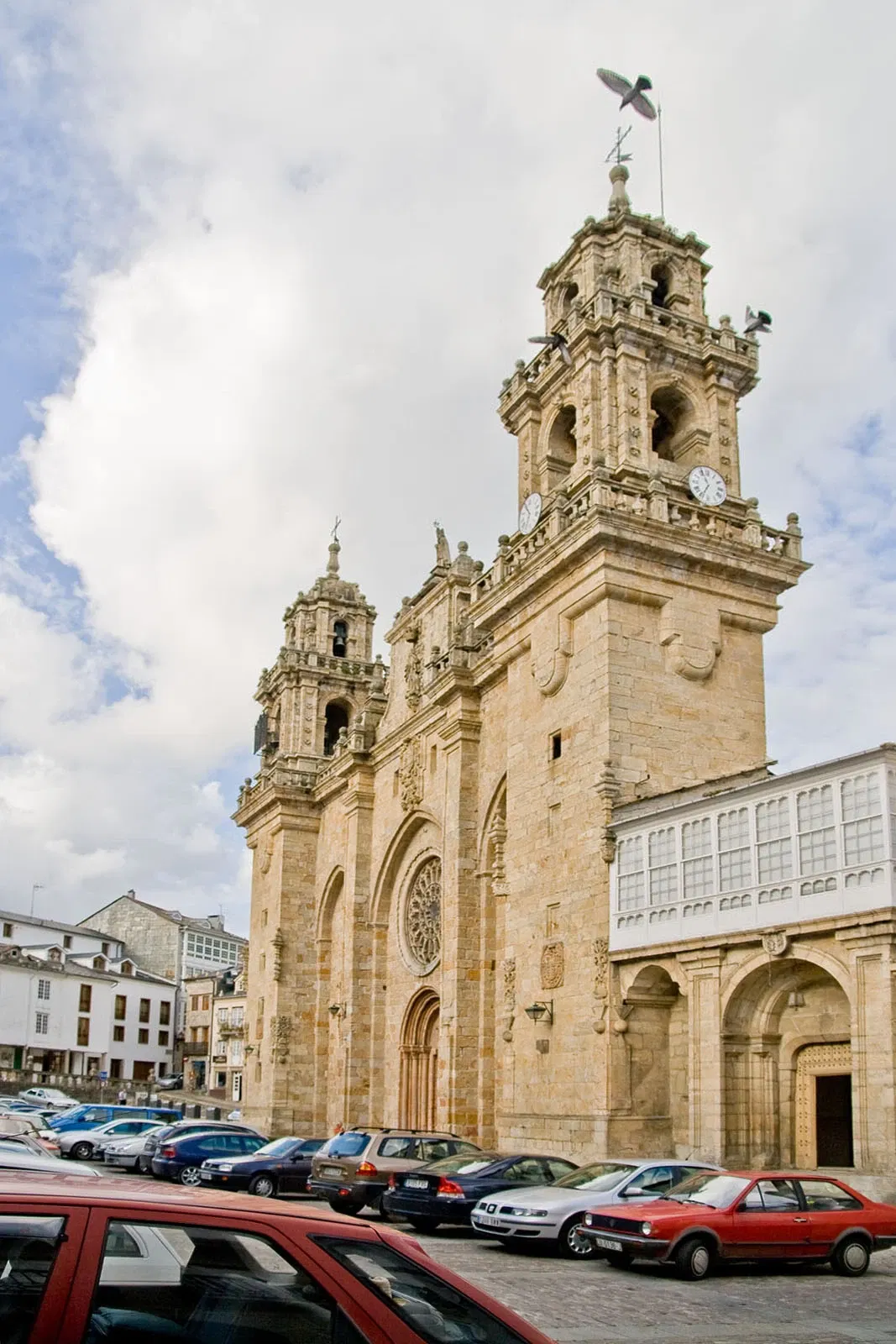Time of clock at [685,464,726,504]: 6:56
